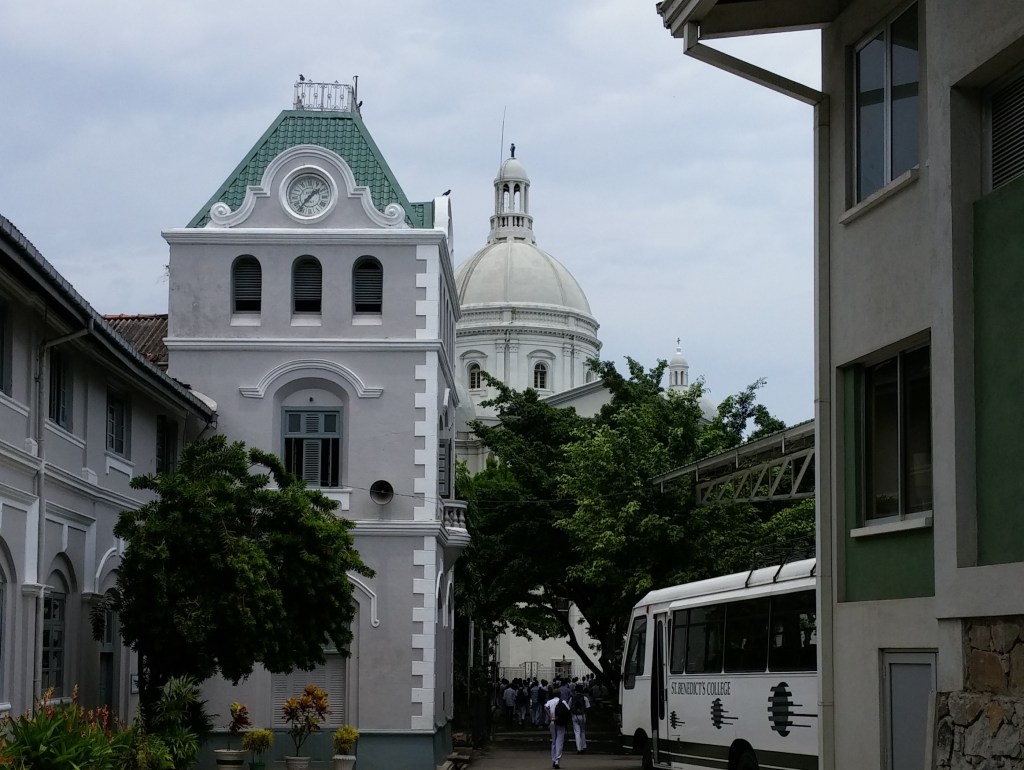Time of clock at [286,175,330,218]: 1:36
